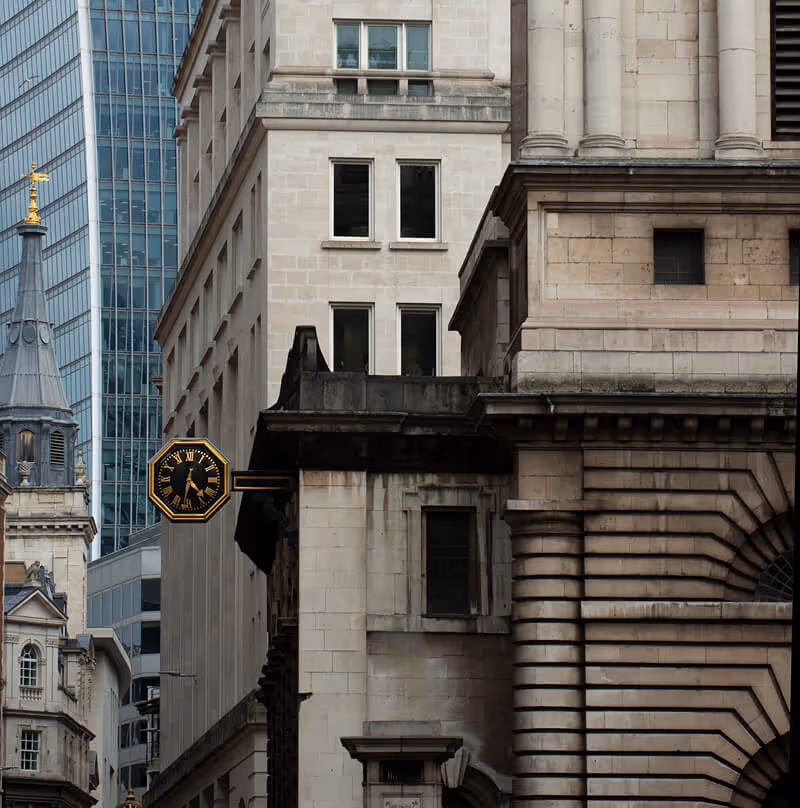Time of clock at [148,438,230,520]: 12:23
